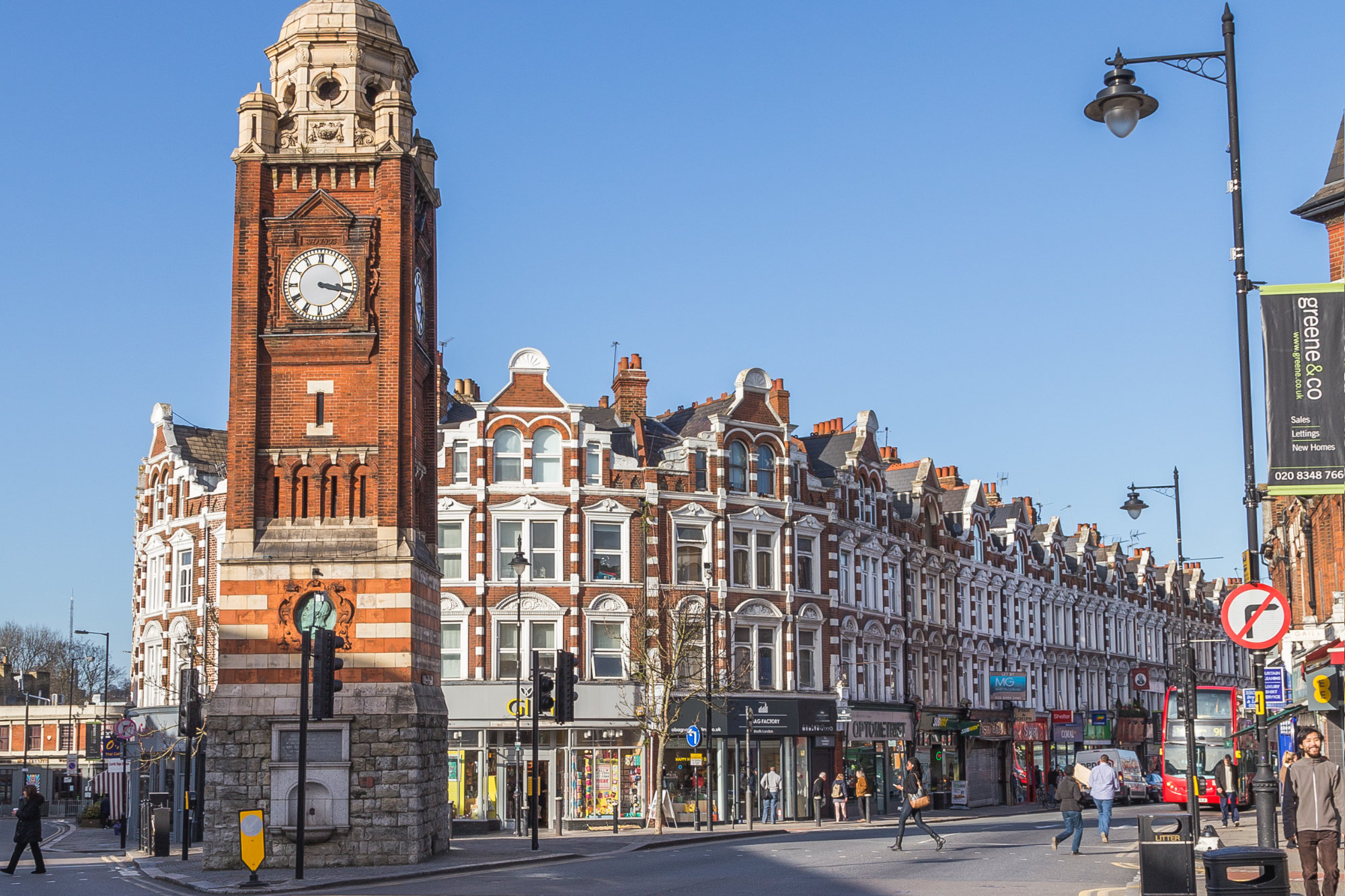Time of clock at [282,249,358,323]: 3:17
